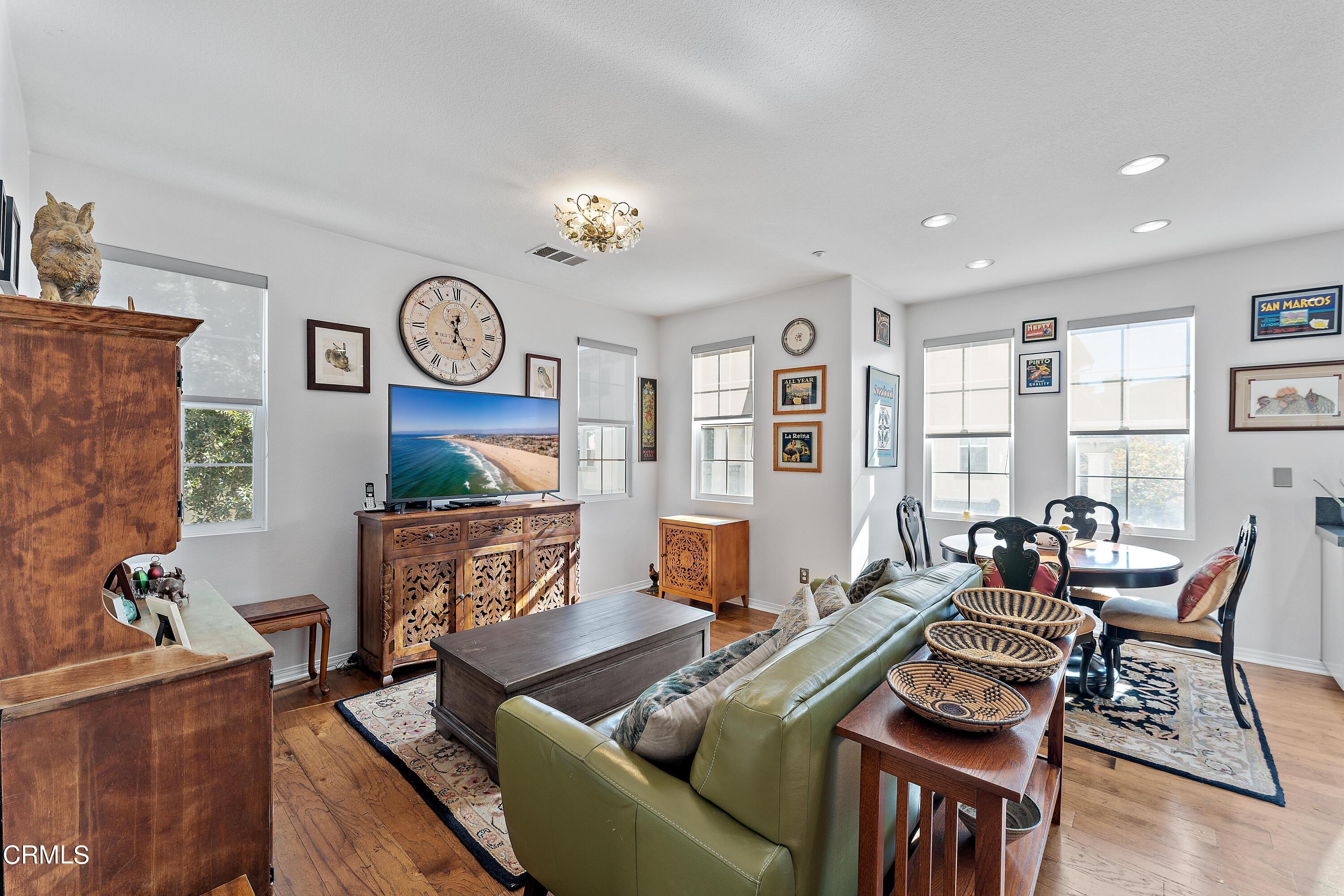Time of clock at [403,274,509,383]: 12:24
